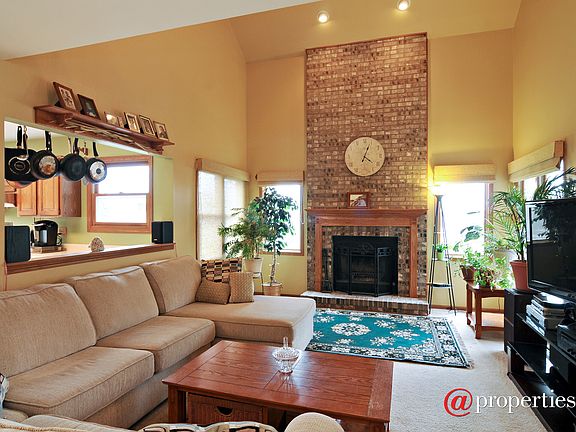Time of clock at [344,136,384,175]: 4:03
